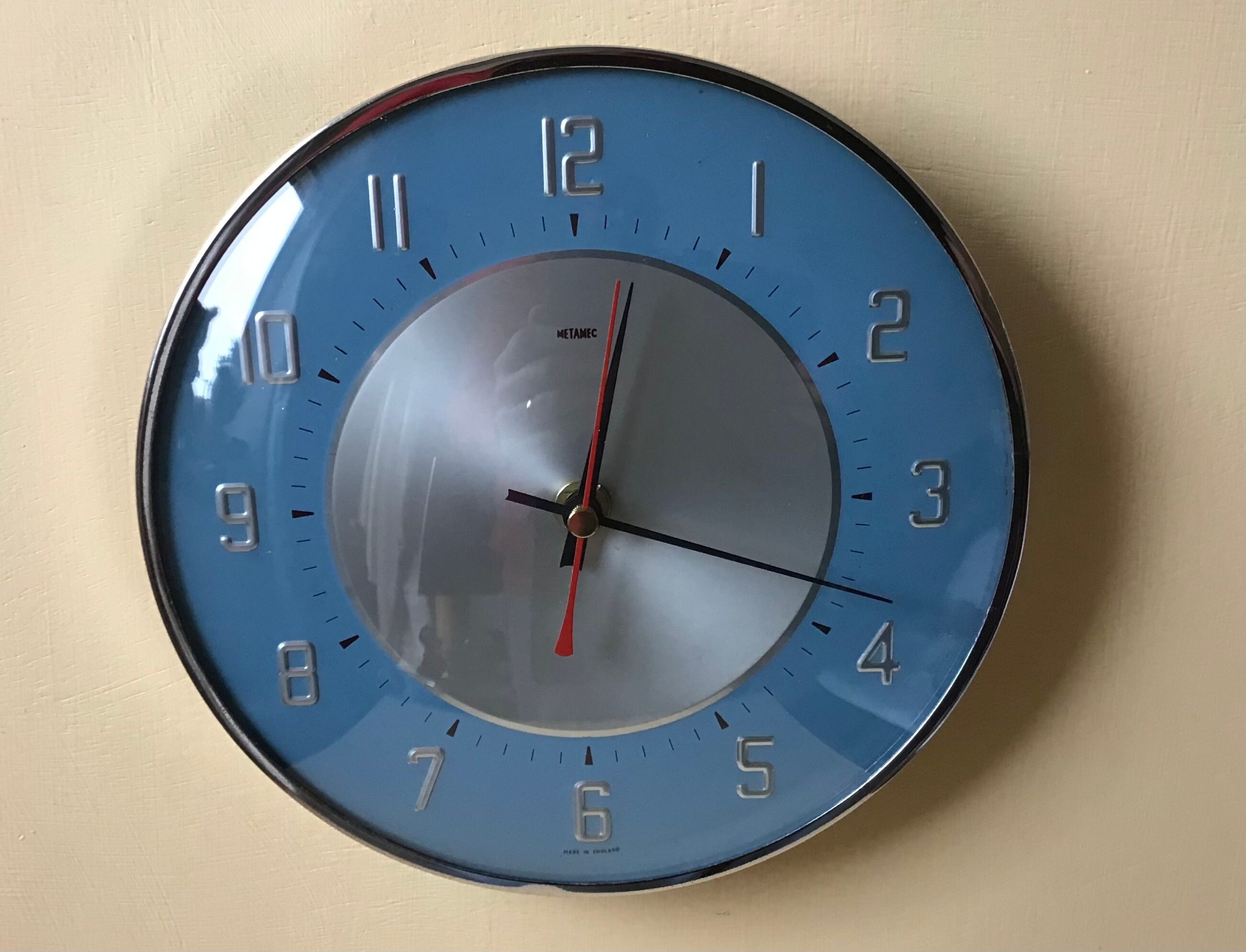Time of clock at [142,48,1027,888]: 12:18
